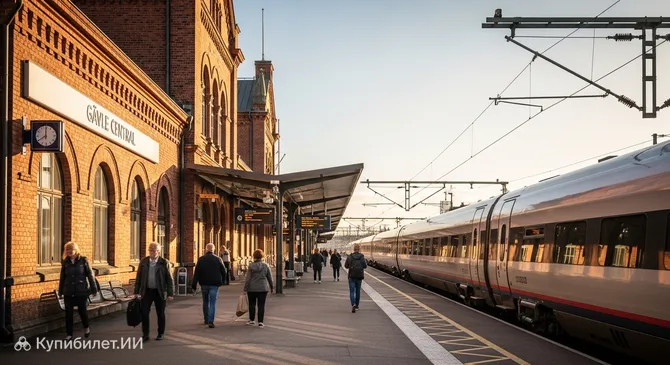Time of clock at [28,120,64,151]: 7:59
